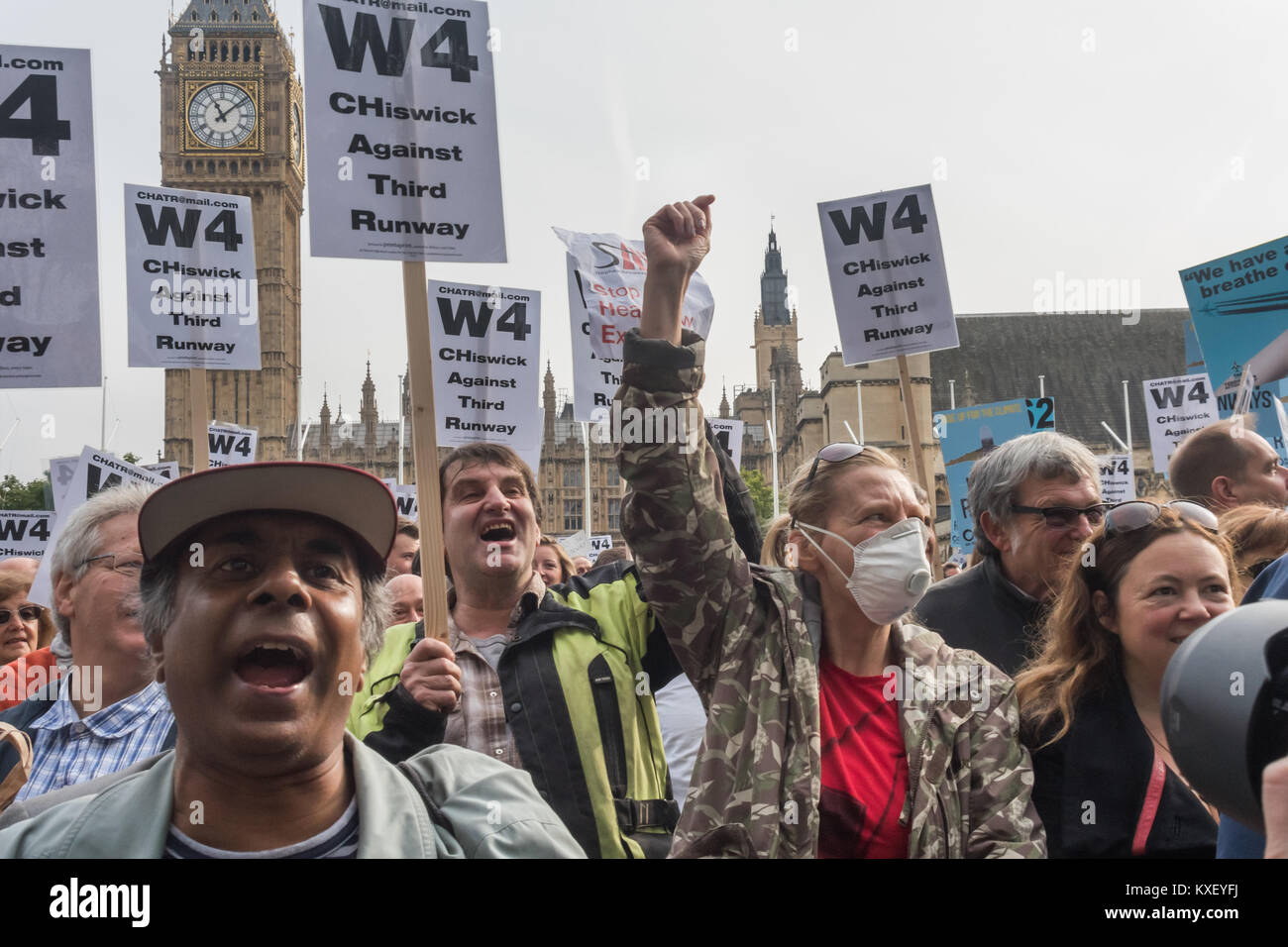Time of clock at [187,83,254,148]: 11:08
